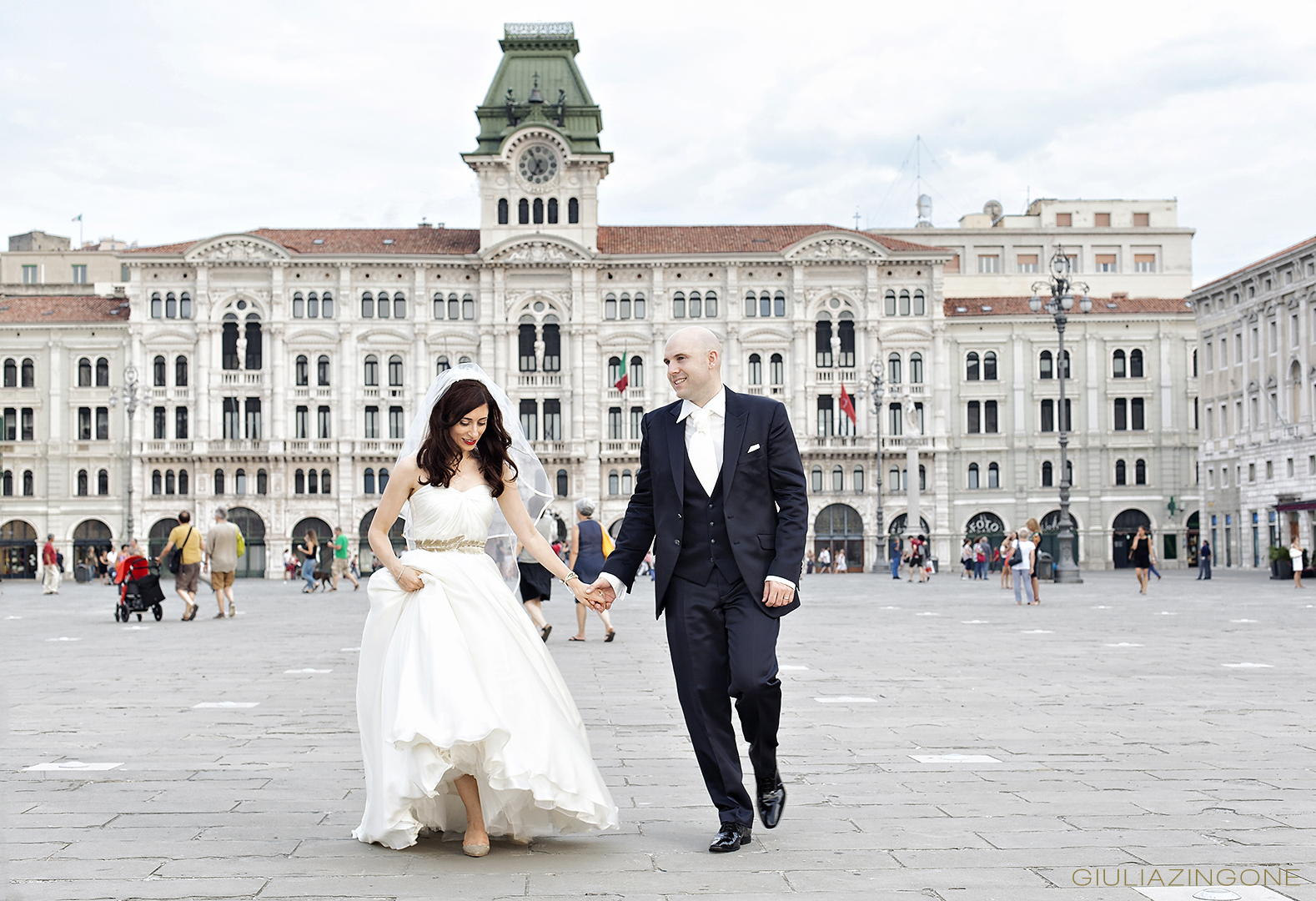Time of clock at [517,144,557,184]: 6:55
